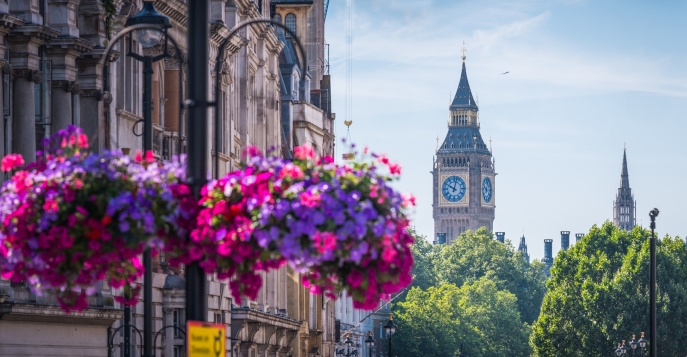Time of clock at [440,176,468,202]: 10:02
